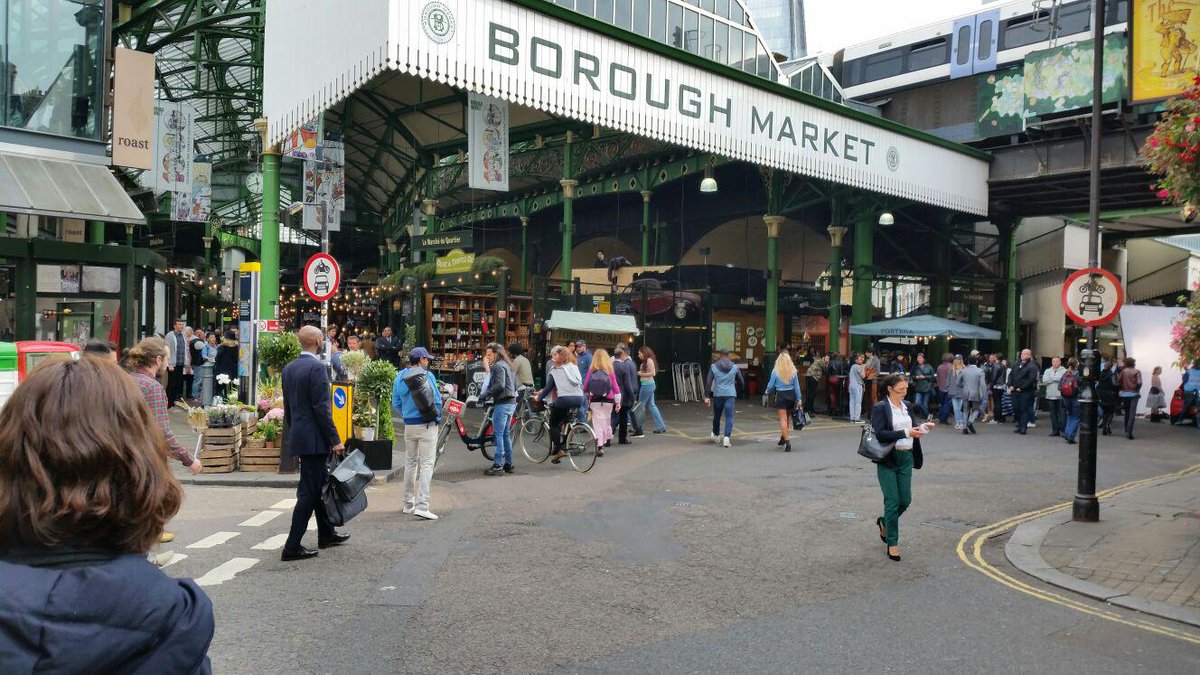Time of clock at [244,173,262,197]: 11:41
